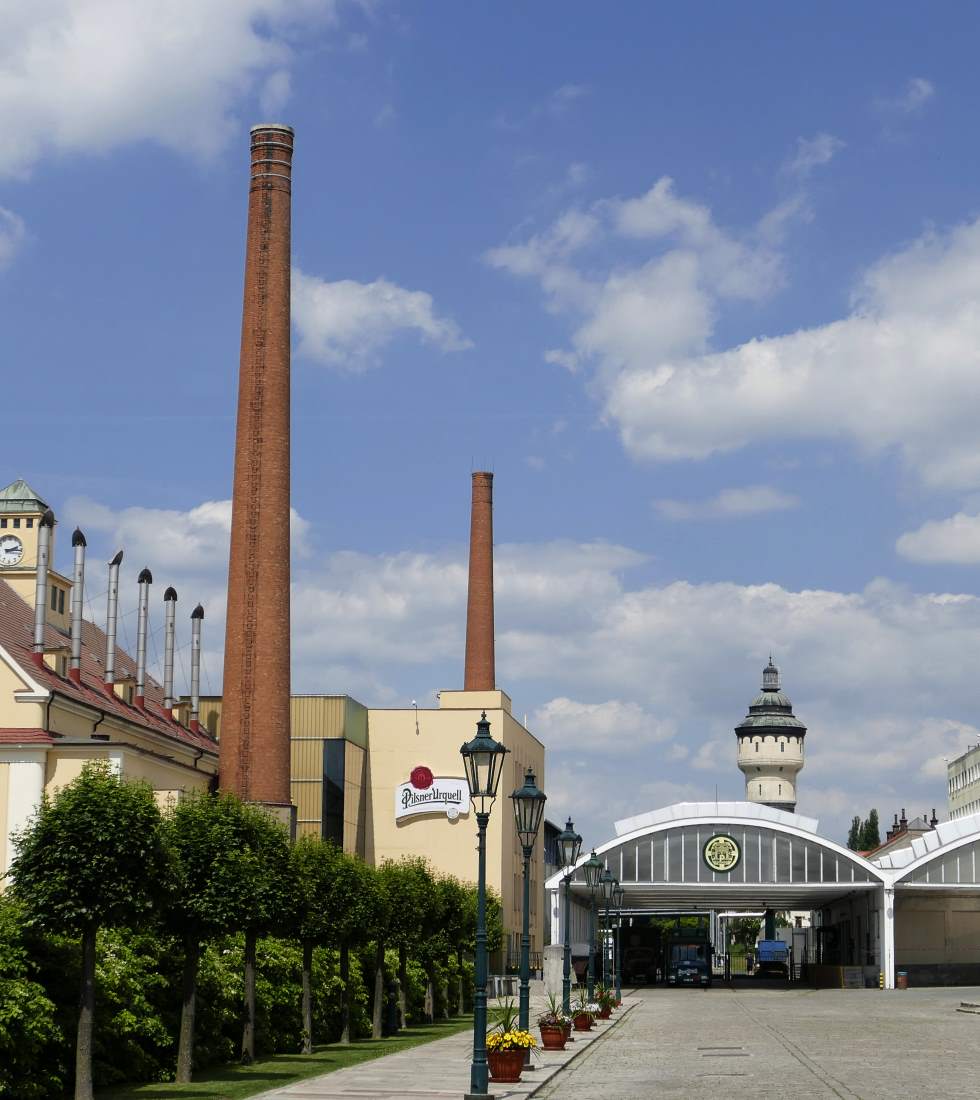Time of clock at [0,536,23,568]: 2:15
